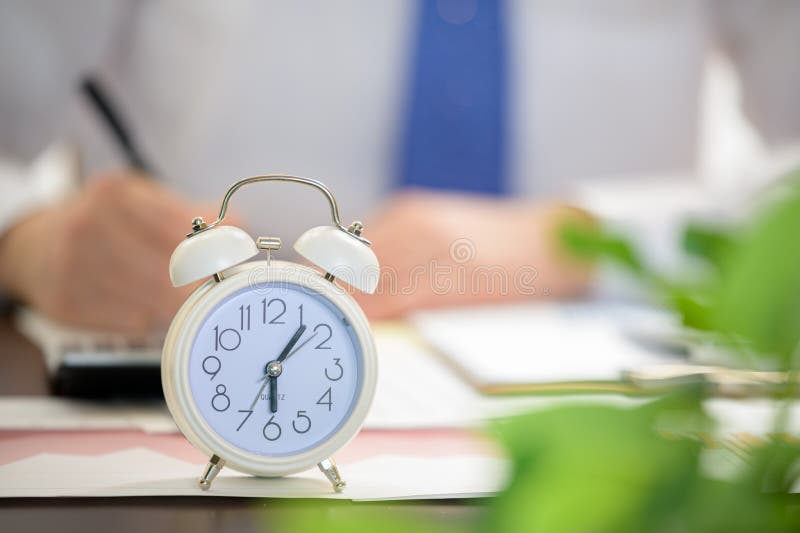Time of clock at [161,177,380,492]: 6:06
